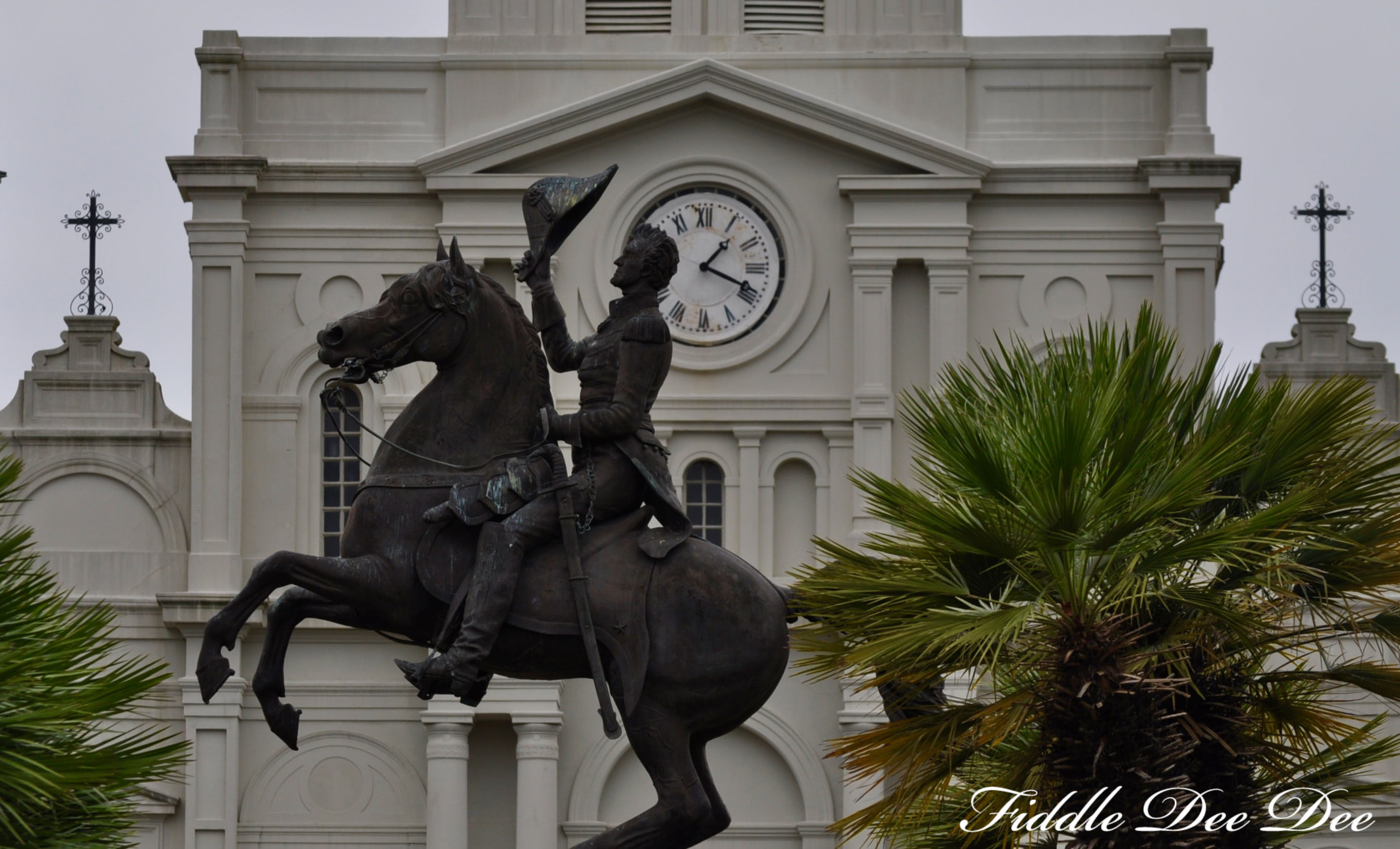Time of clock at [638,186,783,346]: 1:18
